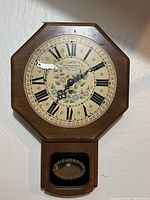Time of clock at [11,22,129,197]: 7:09
